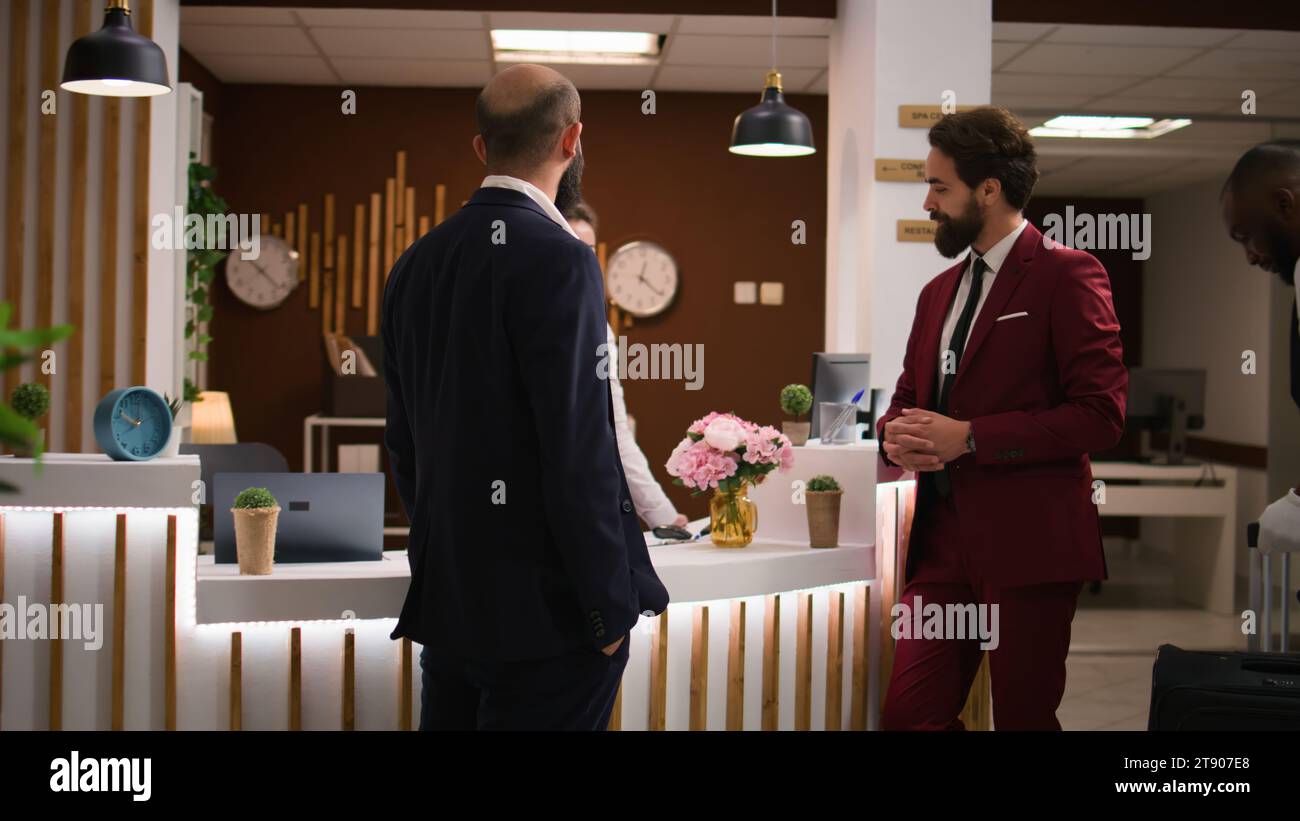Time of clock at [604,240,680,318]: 12:21
